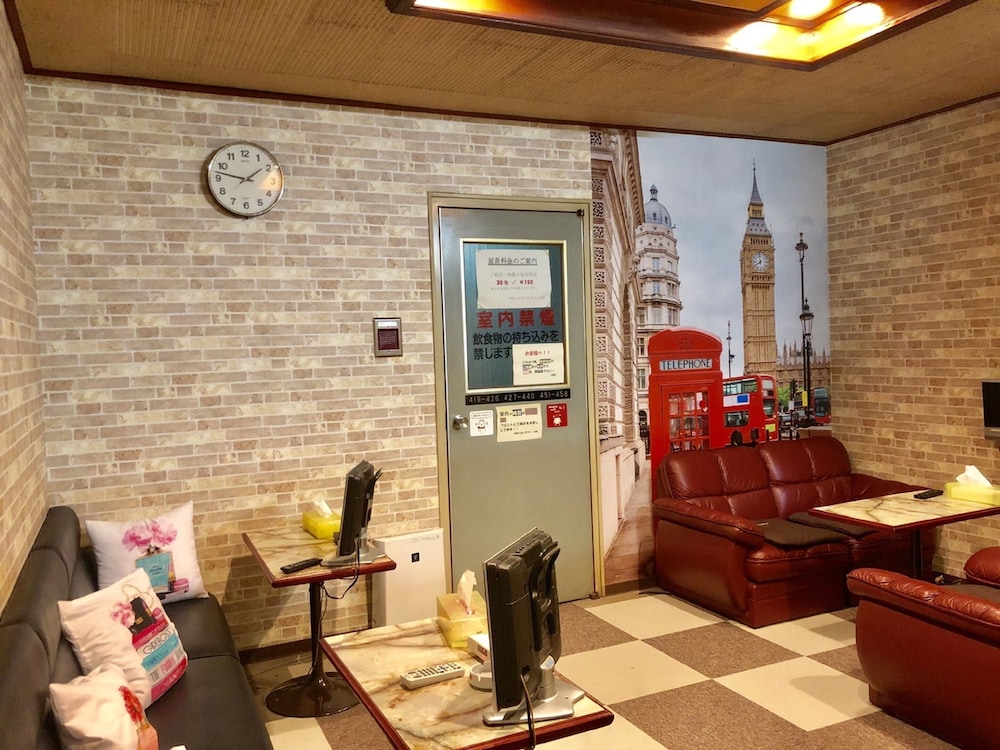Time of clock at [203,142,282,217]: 1:47
